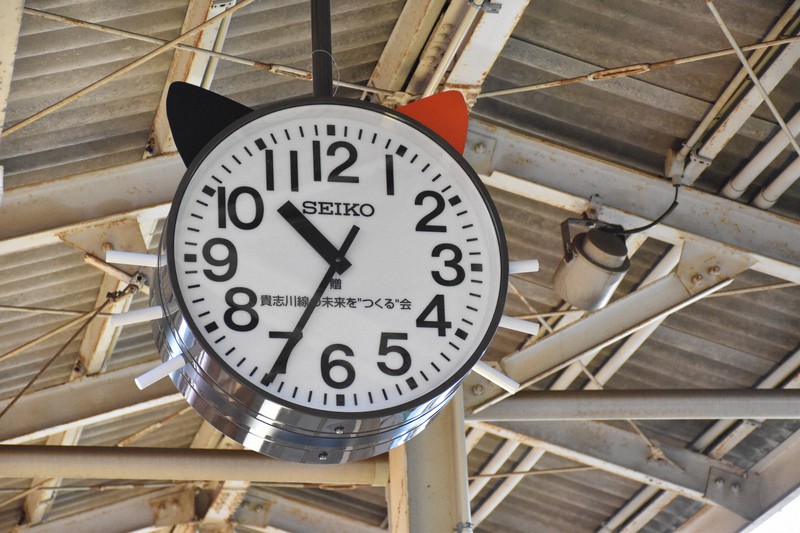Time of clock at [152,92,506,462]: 10:34
